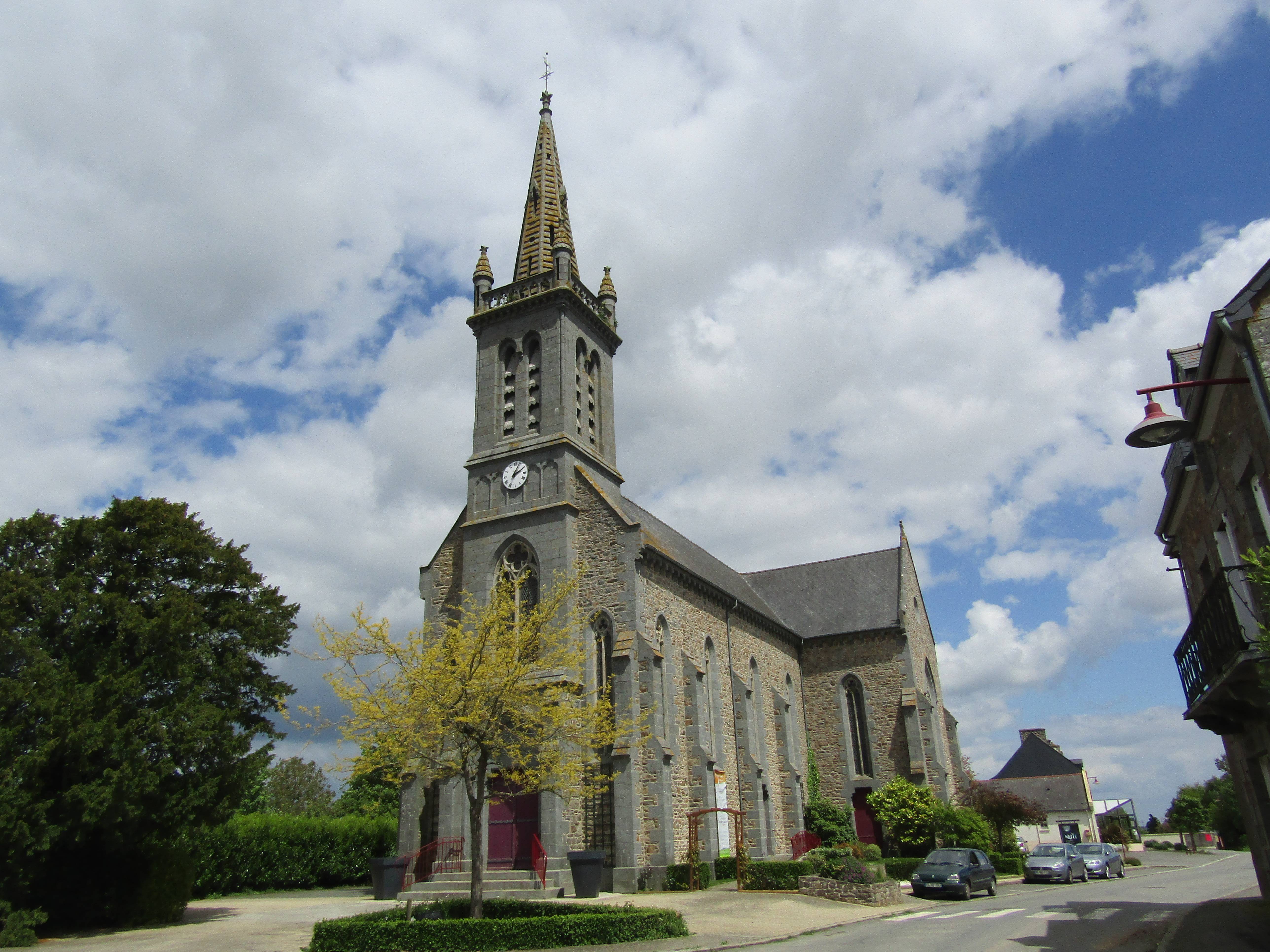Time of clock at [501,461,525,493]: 2:04
